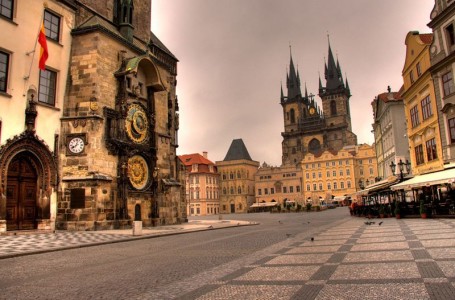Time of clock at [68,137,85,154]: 8:02
